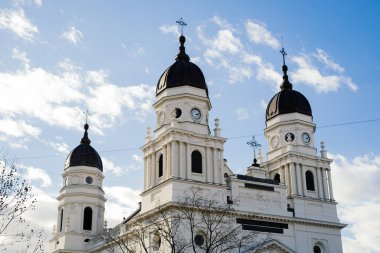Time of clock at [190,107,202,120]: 3:12
